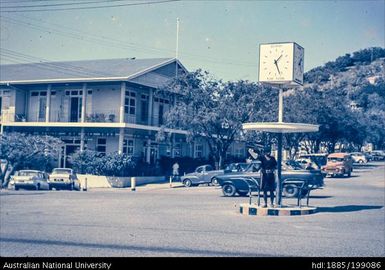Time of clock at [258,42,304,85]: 1:26
